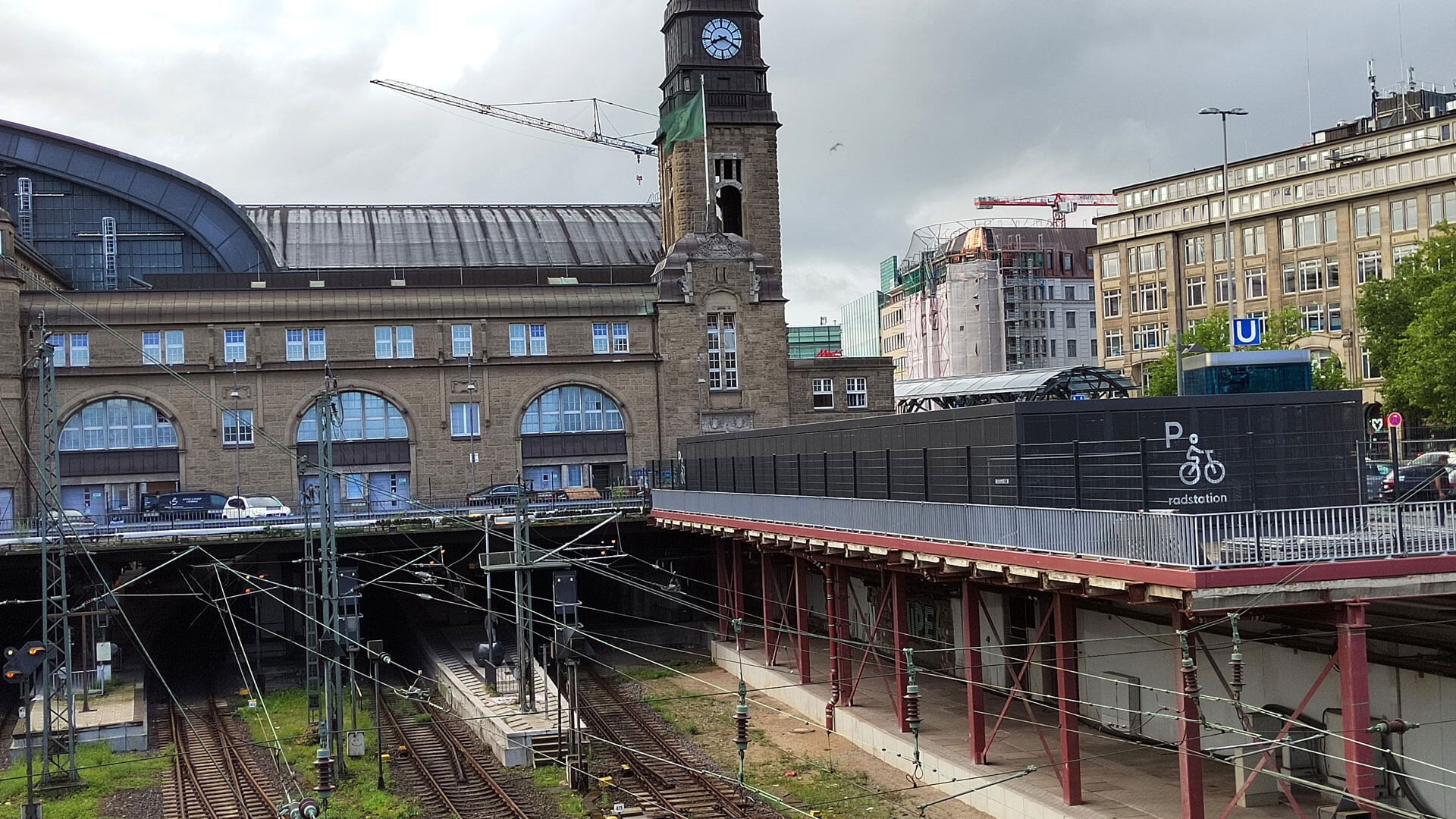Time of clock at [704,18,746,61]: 8:19
